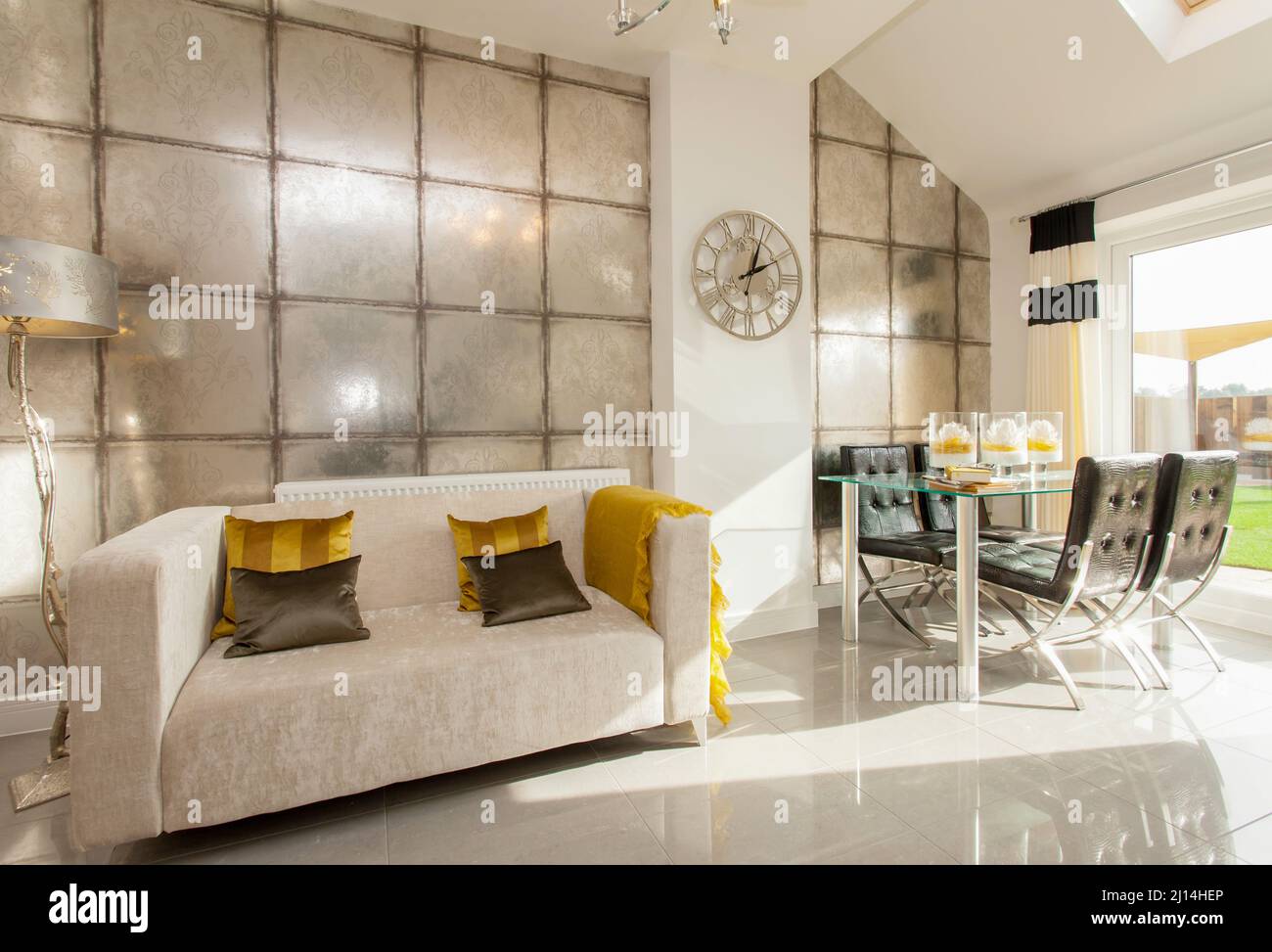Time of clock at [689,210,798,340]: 2:03
